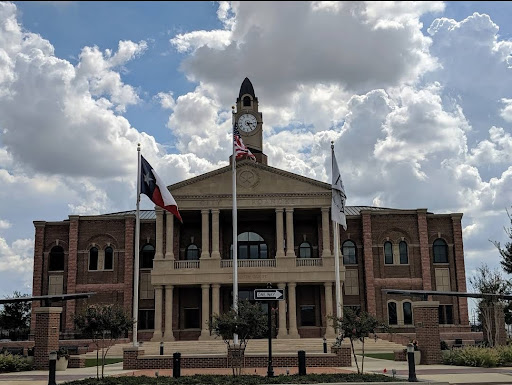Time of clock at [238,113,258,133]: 3:25
